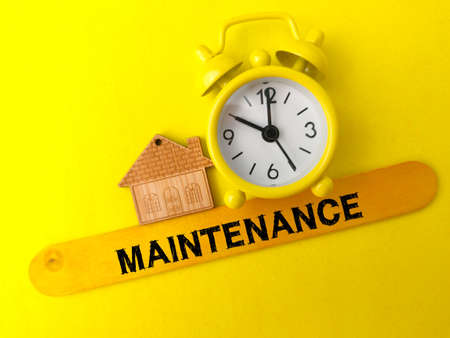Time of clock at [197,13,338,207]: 10:00
